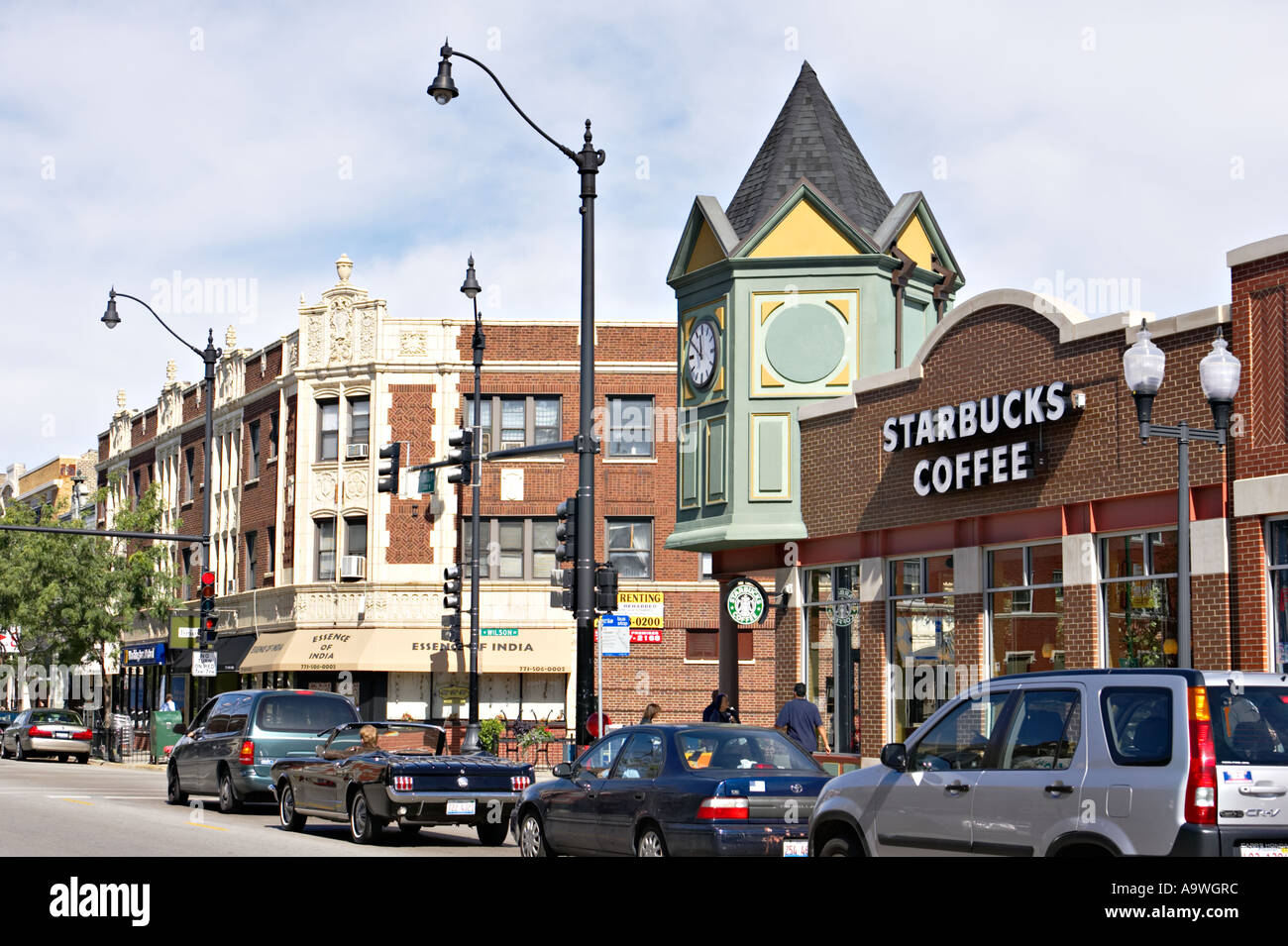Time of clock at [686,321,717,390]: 11:50
